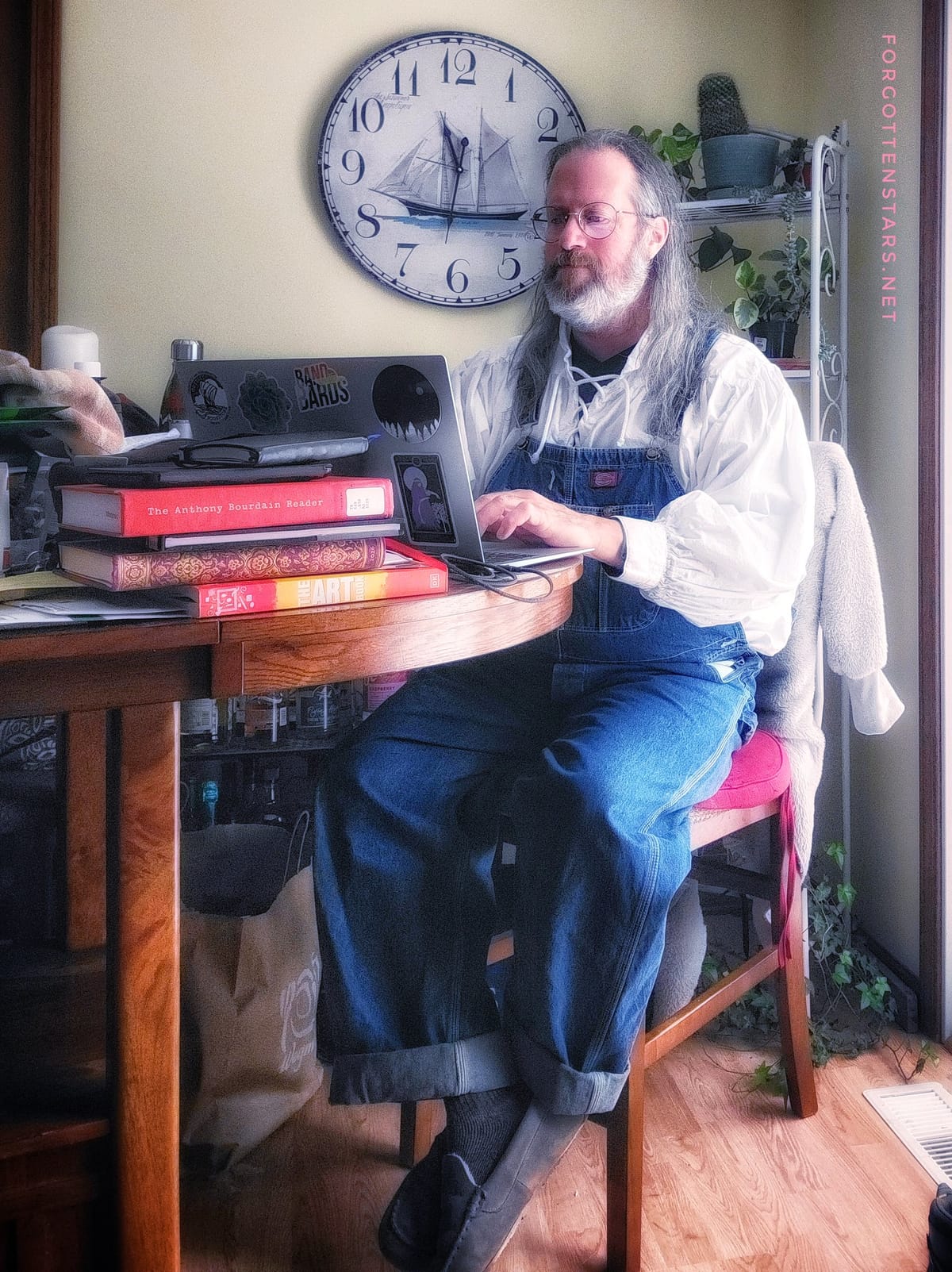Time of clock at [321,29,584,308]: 11:31
